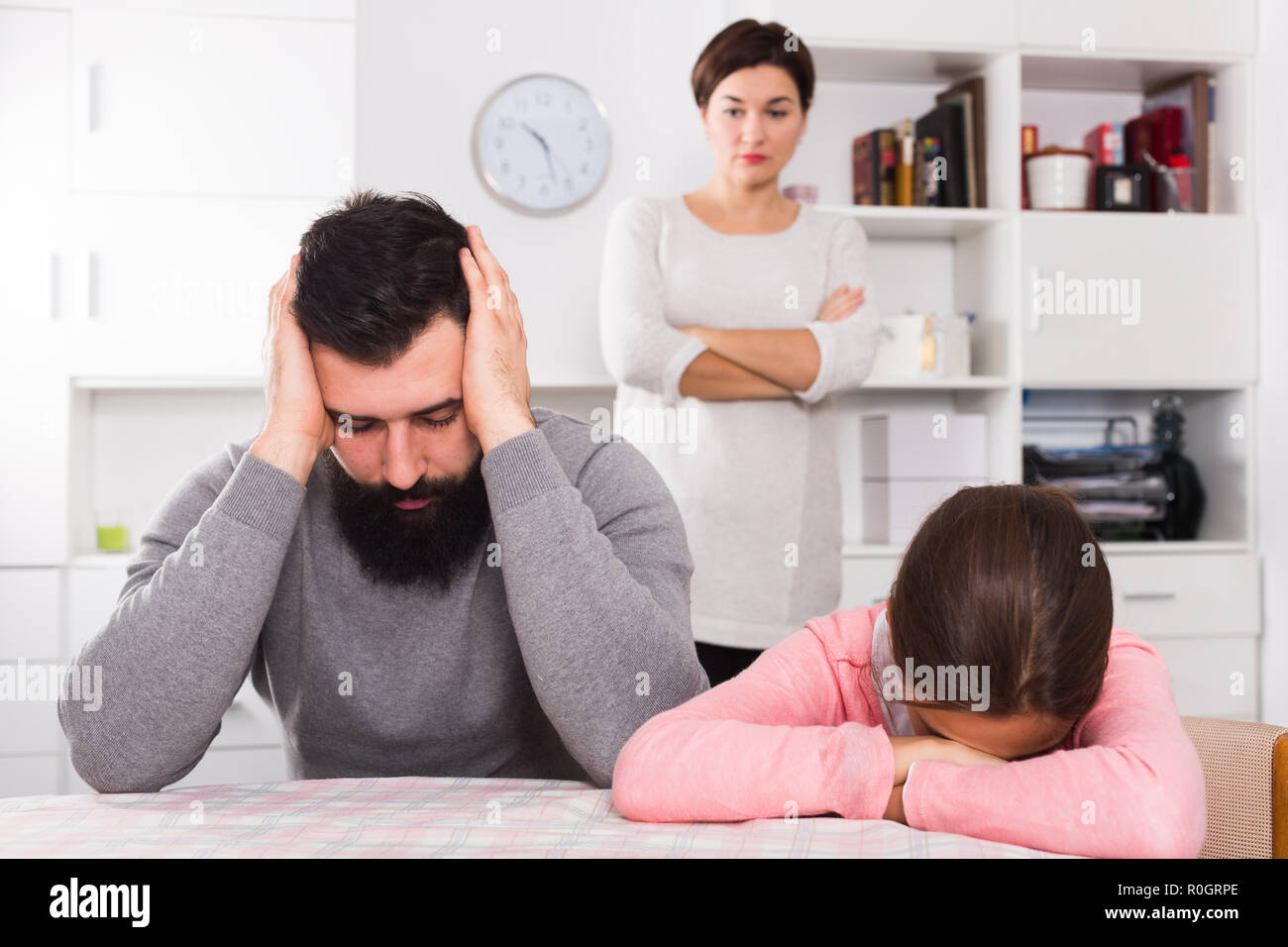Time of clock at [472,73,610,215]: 10:27
